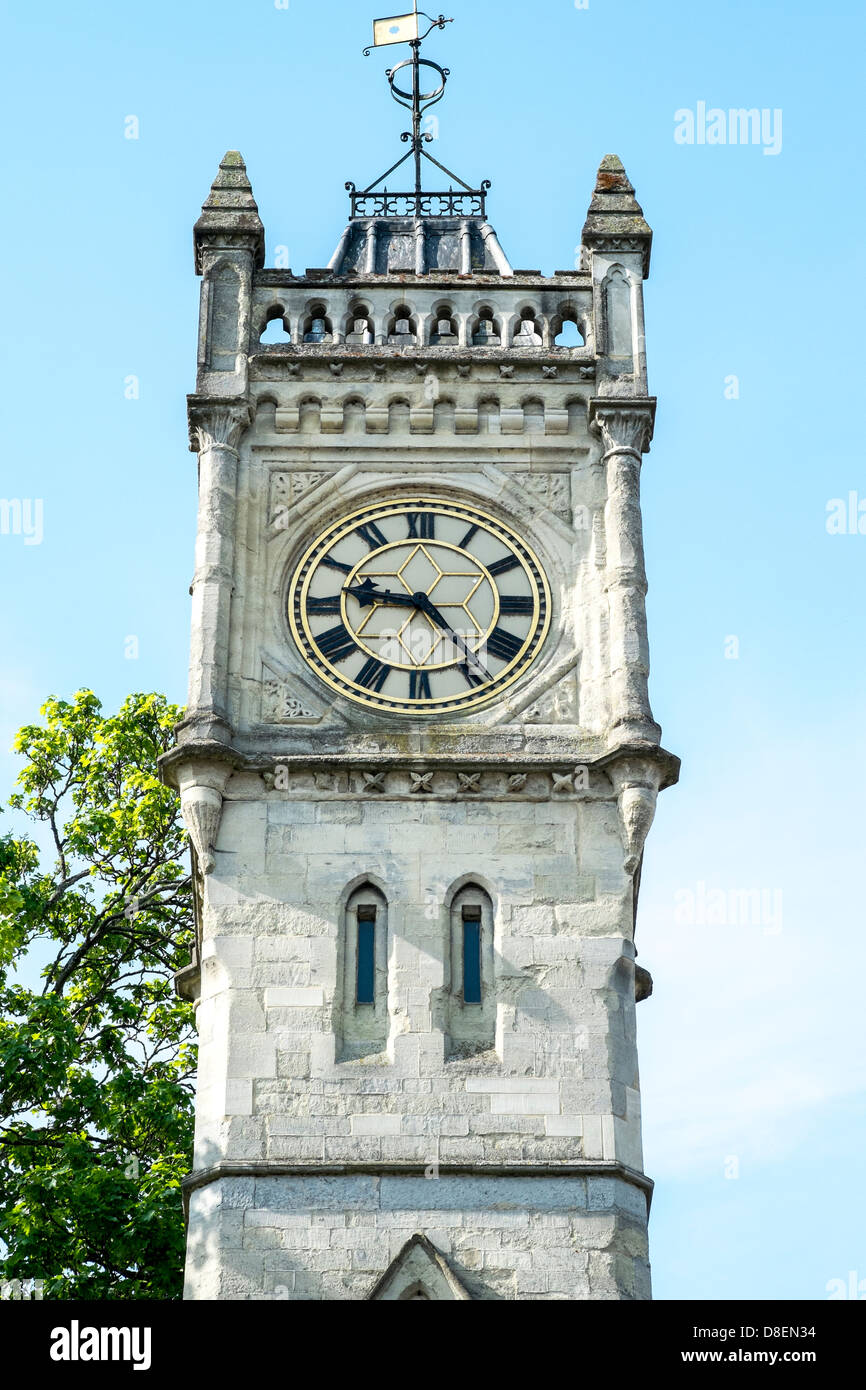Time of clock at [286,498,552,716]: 9:23
